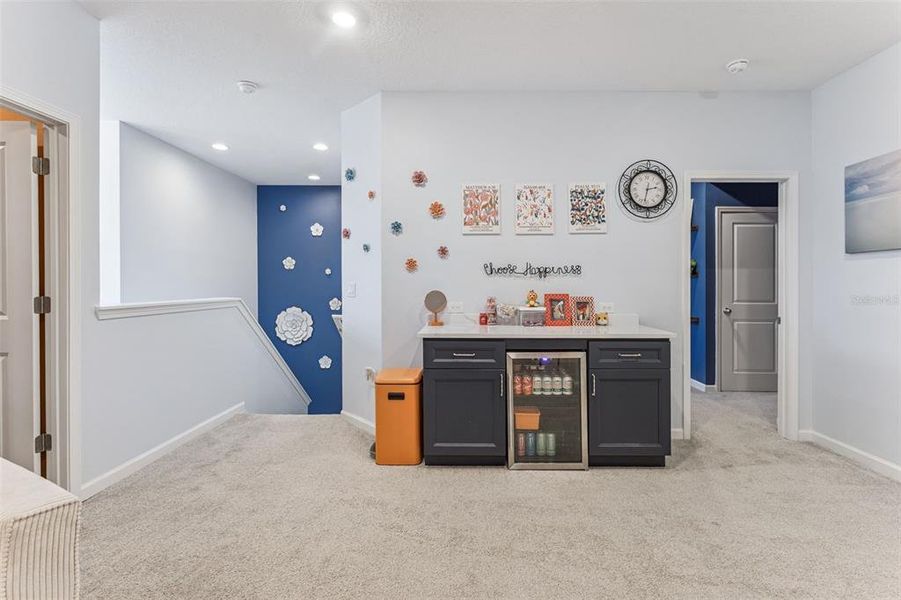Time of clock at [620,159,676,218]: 2:32
